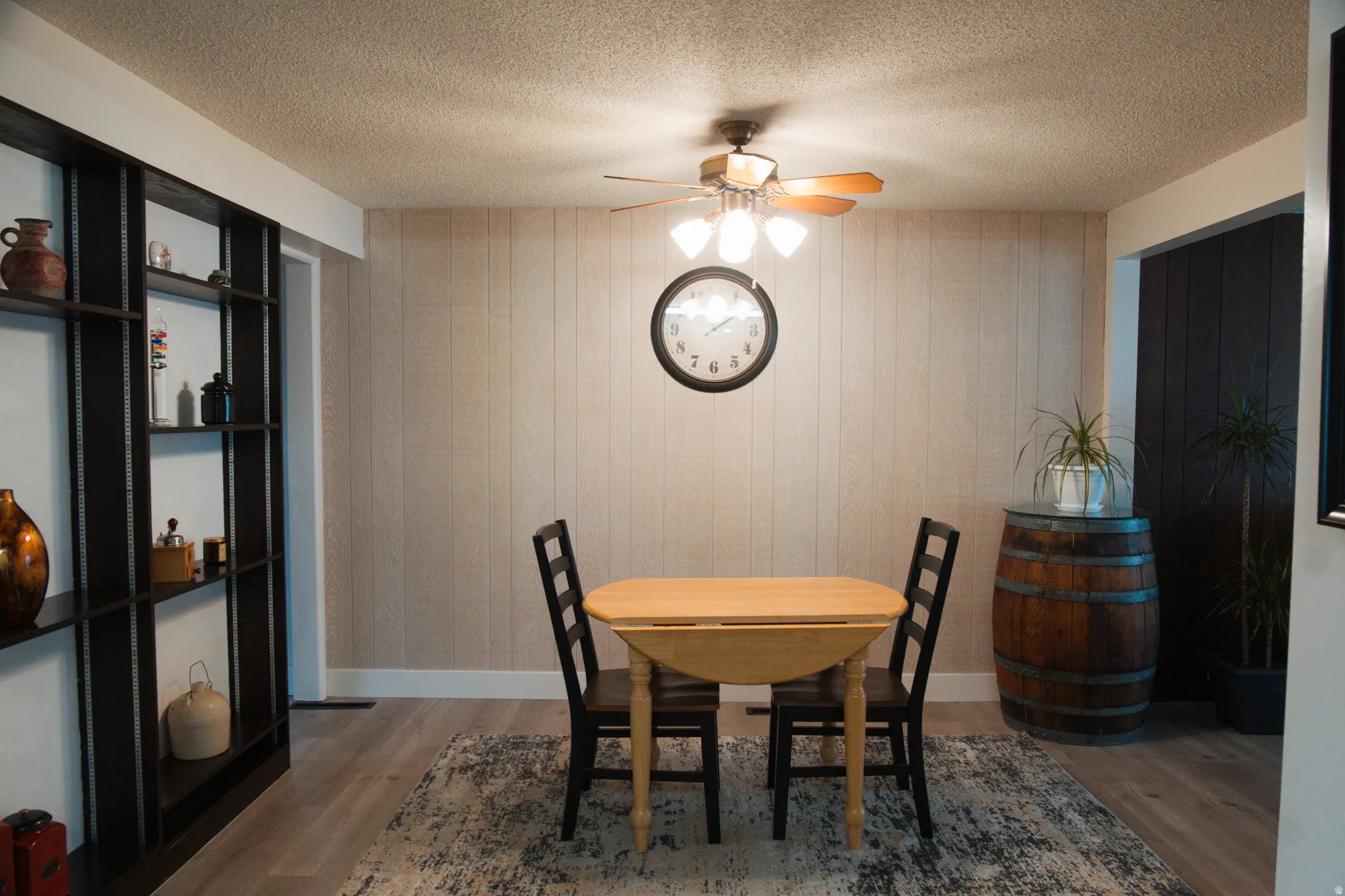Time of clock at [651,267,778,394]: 2:09
